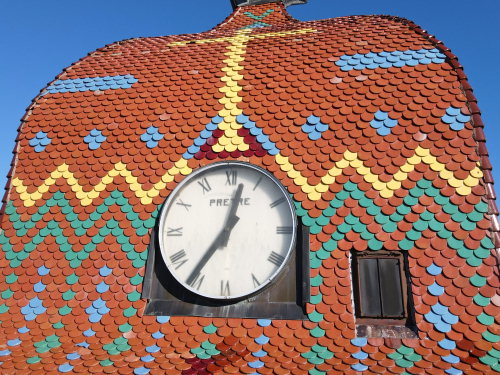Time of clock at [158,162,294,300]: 12:35
